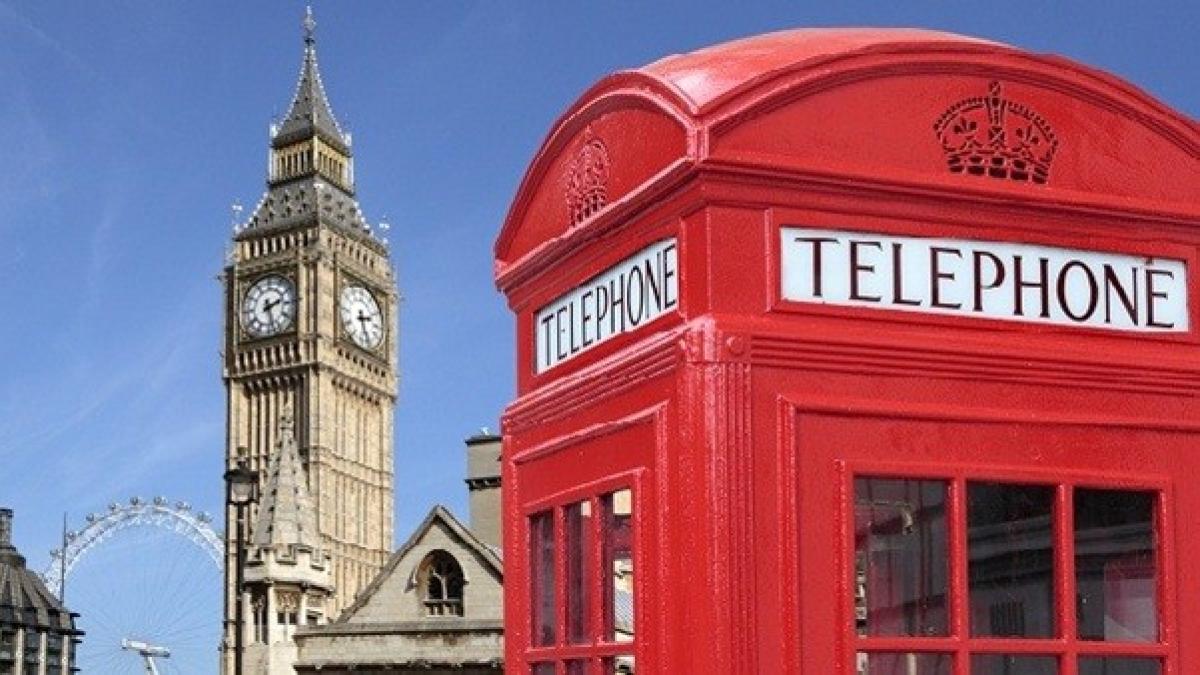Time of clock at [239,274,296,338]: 2:27
